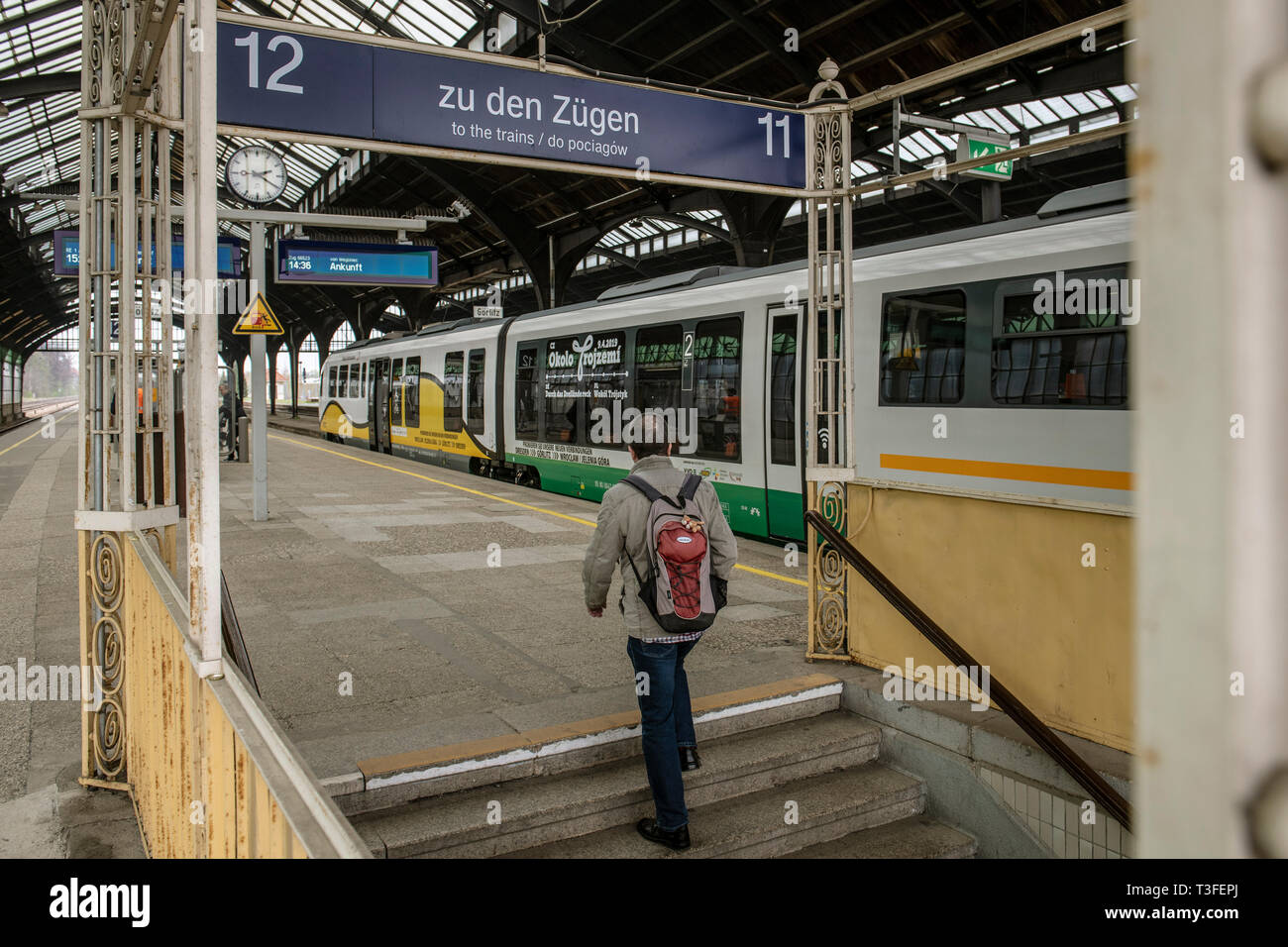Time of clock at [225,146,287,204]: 2:20
